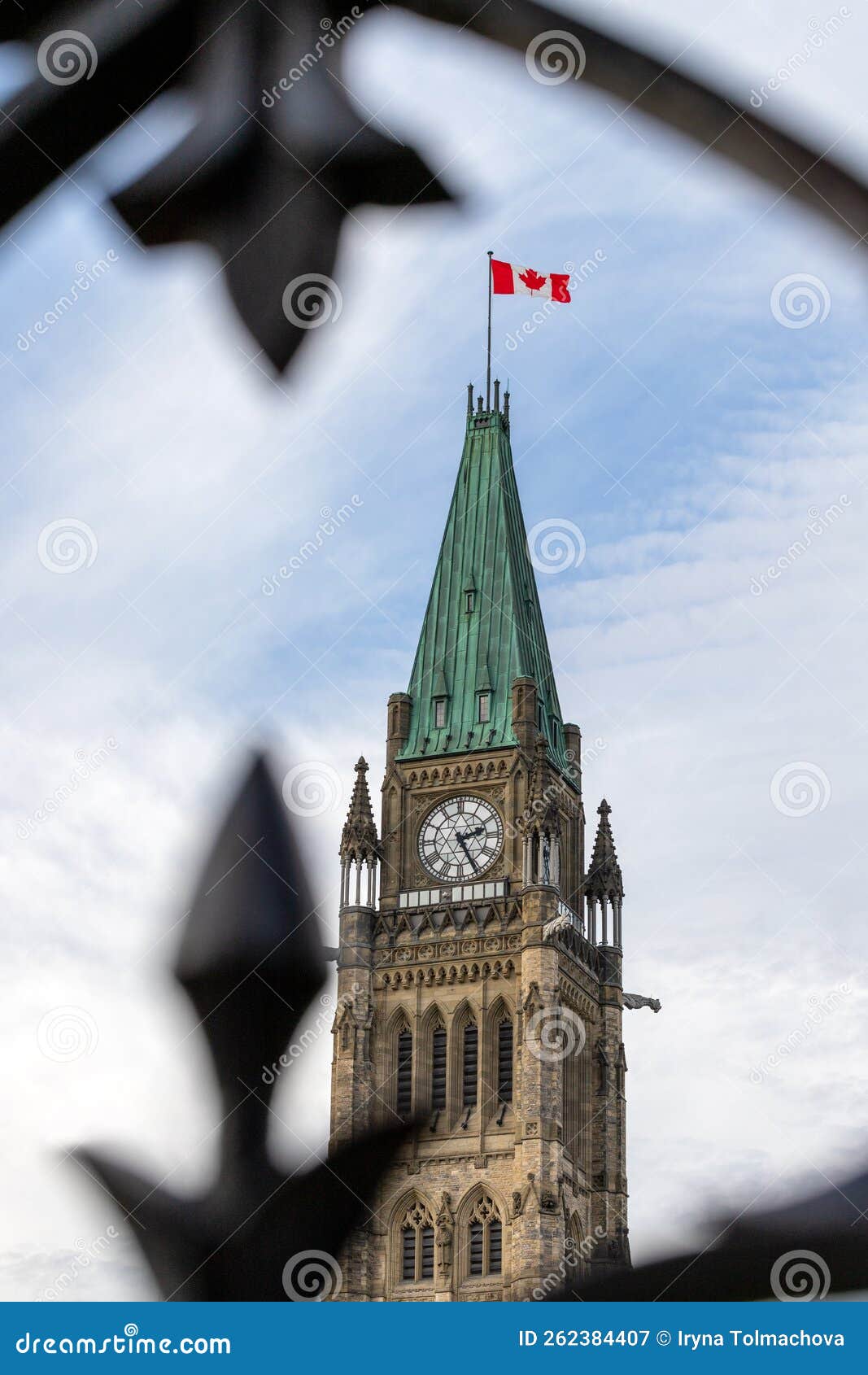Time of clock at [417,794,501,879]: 2:25
